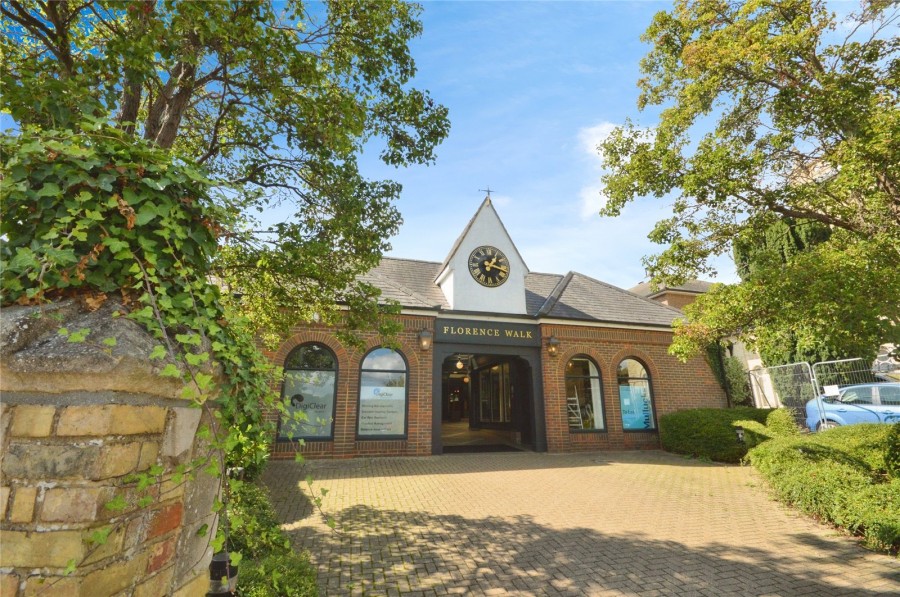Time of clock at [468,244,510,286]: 1:18
